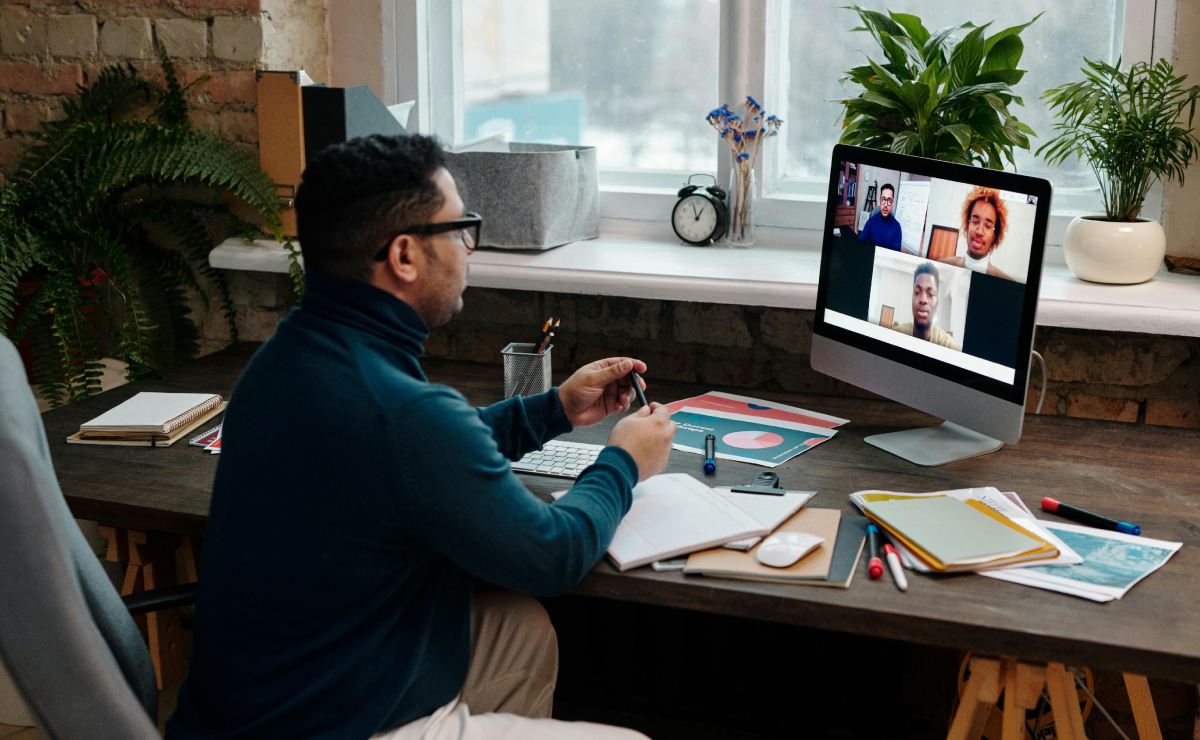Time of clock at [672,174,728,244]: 12:57
